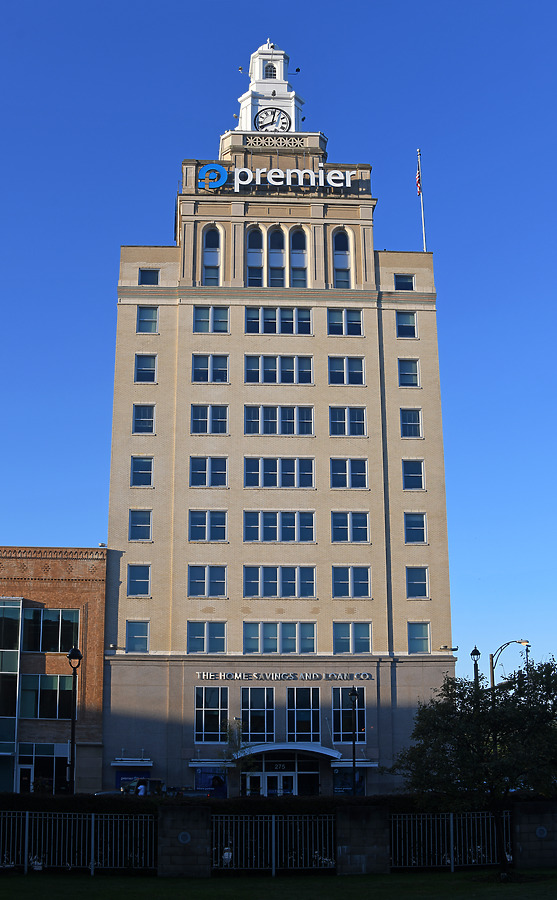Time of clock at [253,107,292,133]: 8:01
